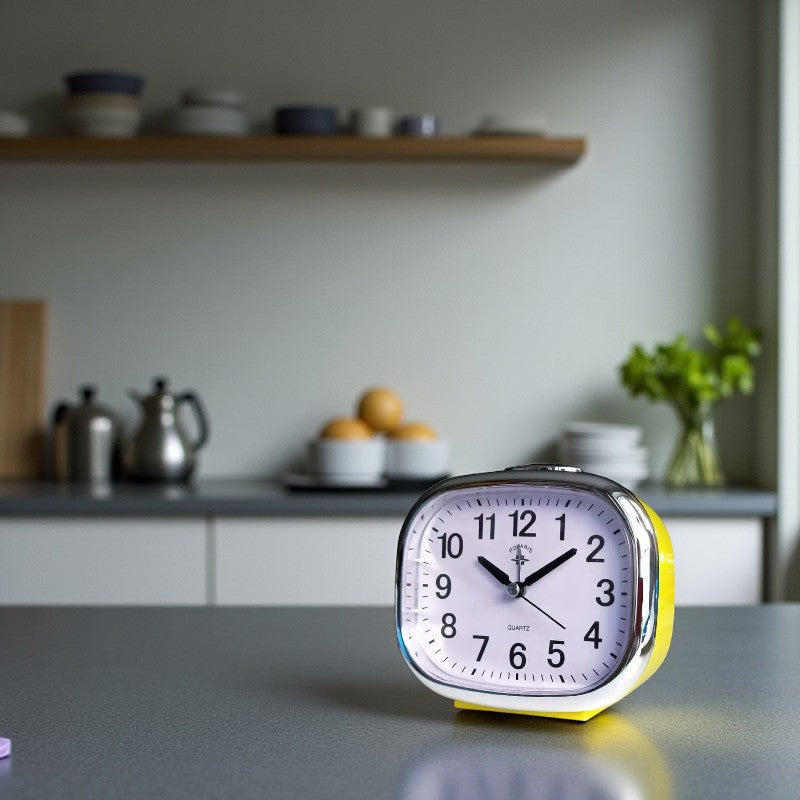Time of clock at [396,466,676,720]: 10:09
